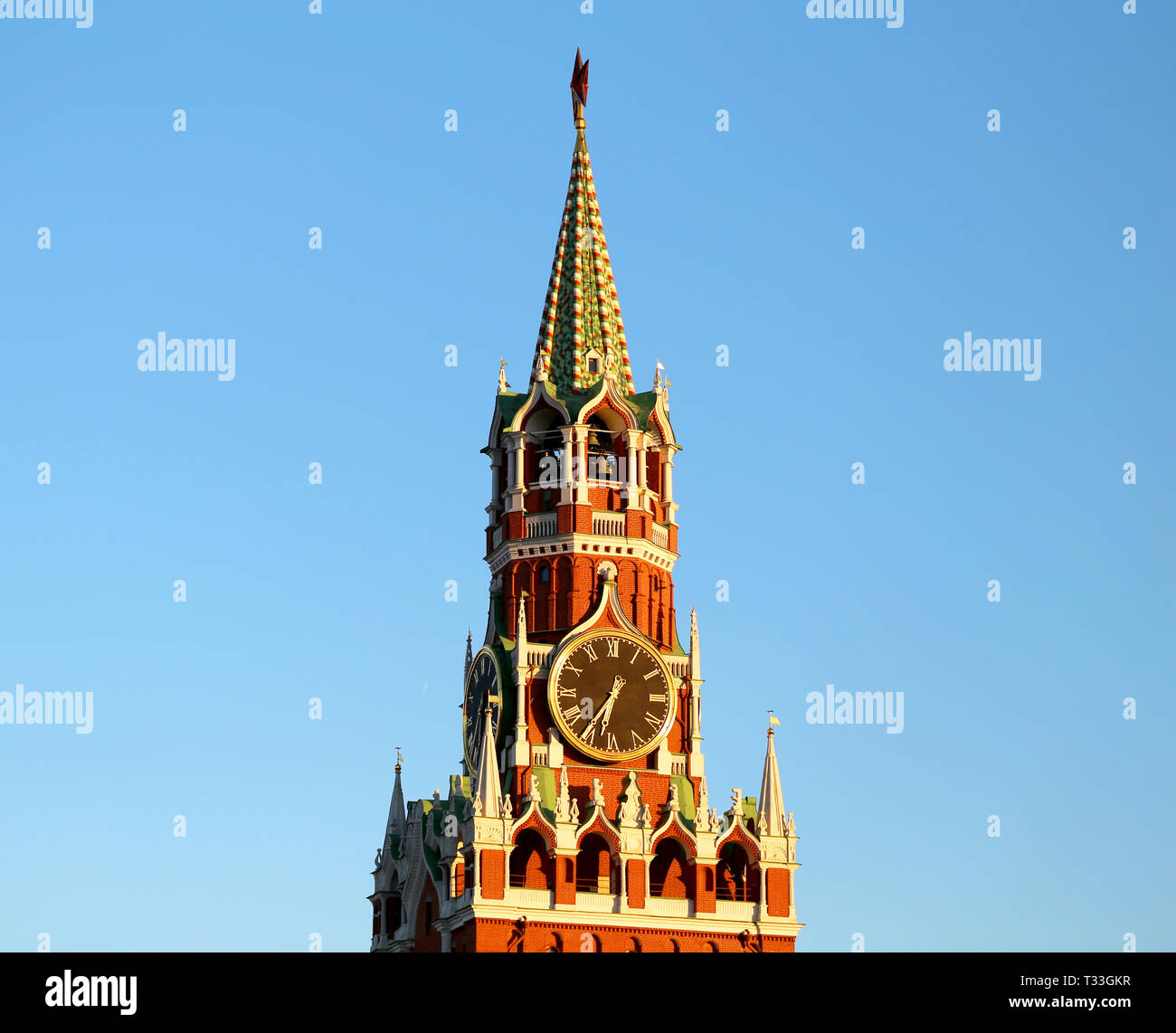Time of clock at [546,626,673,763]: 6:36
